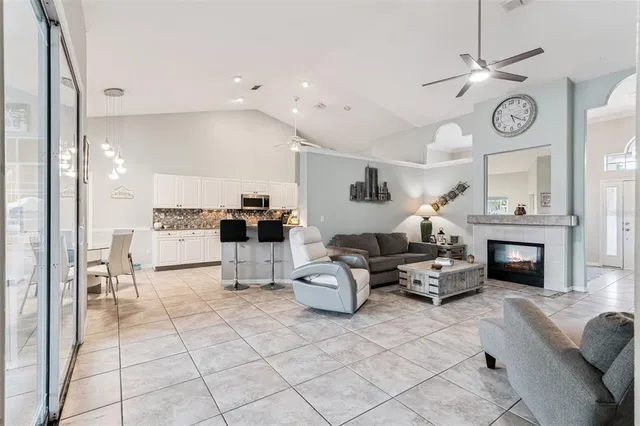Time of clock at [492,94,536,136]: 5:21
